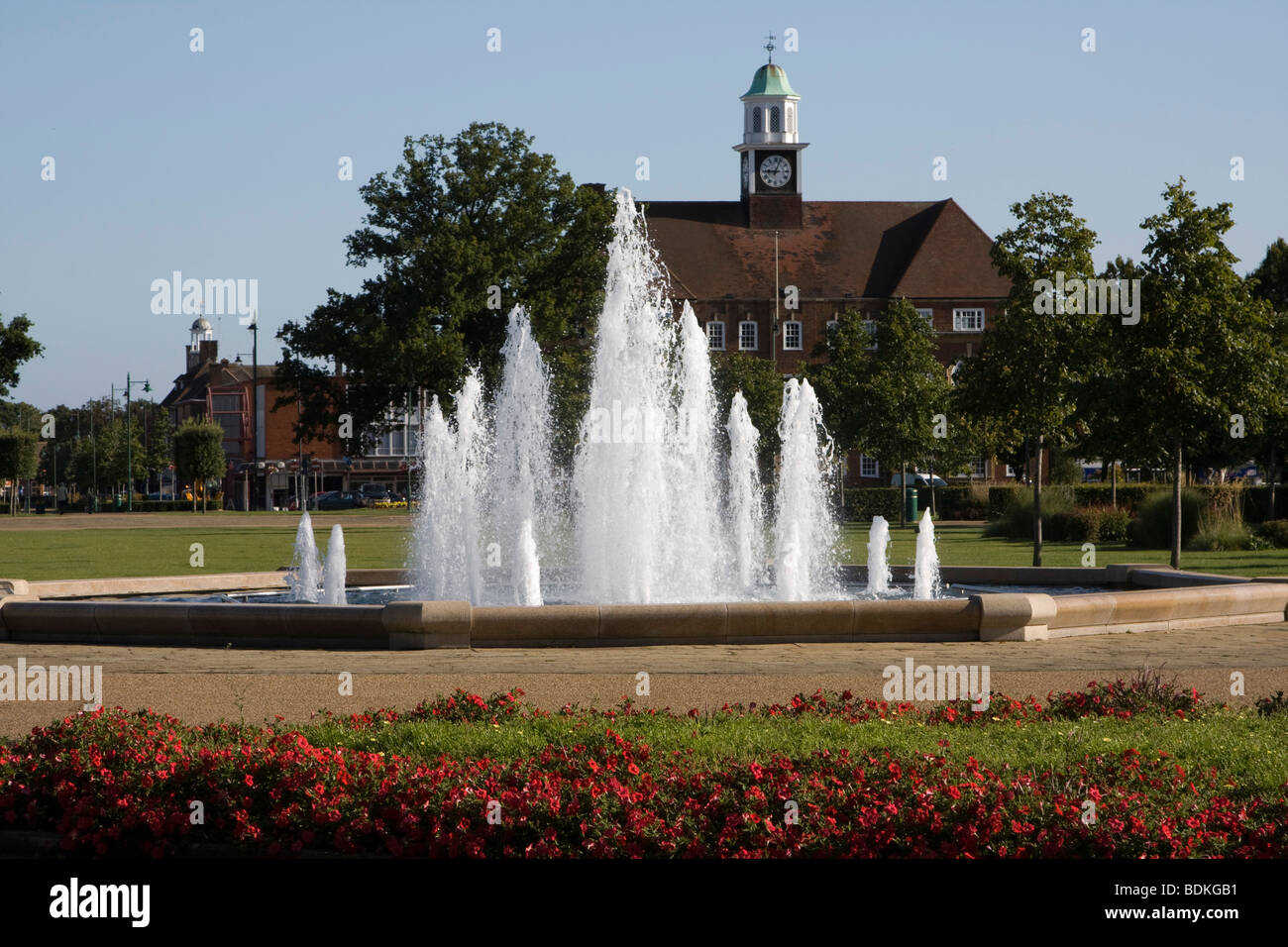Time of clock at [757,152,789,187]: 9:03
